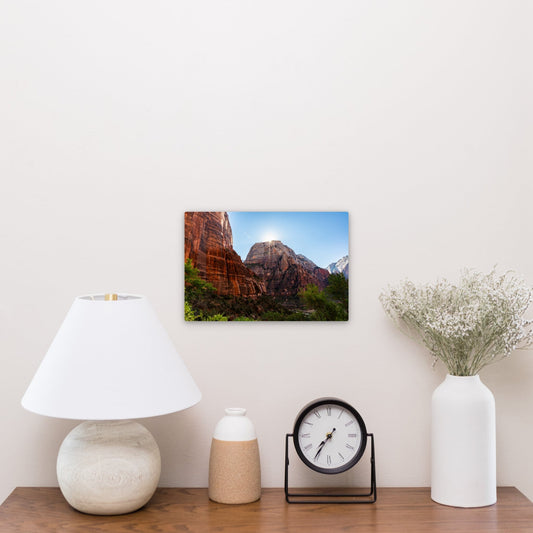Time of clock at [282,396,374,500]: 7:35
